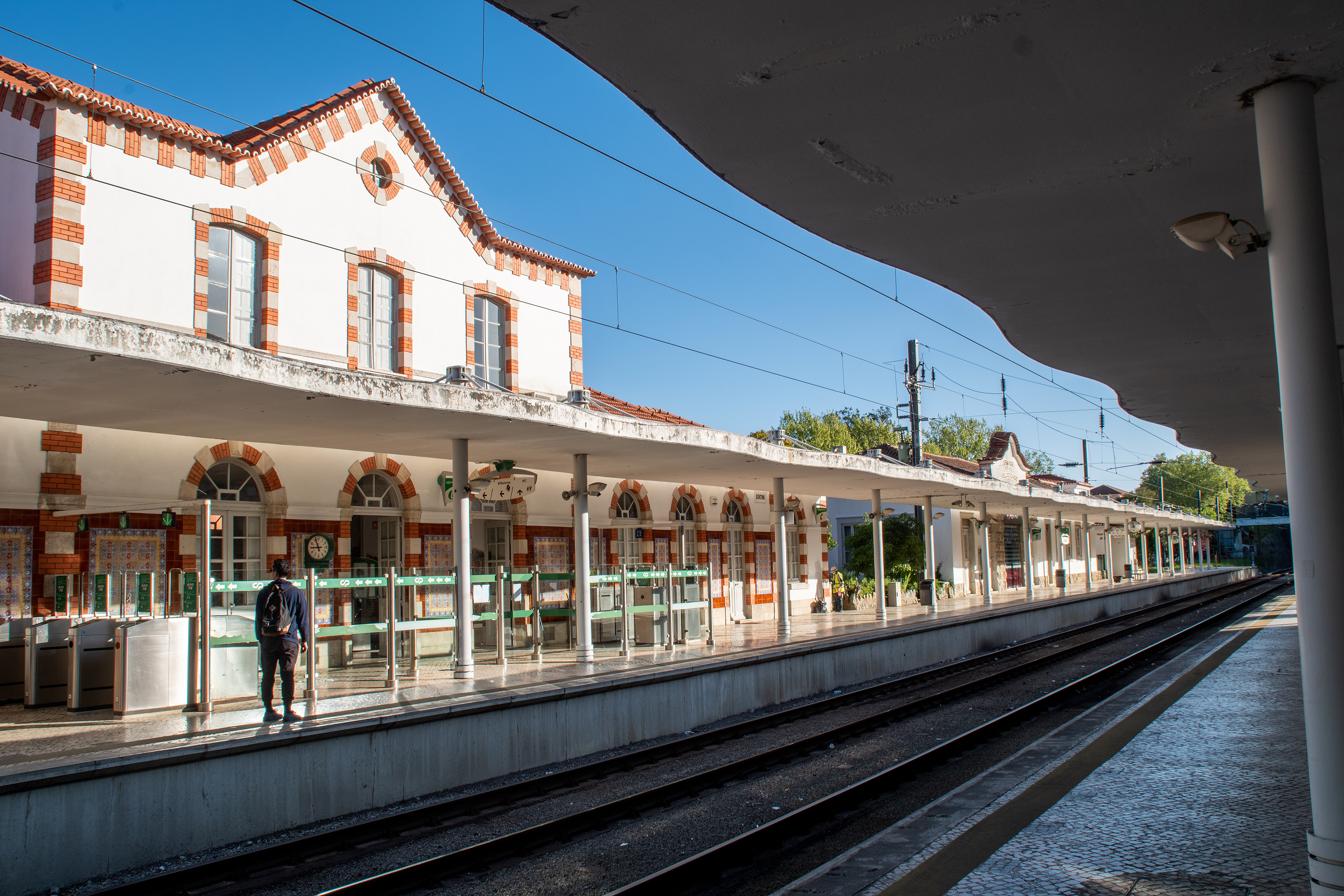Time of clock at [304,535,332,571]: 8:56
